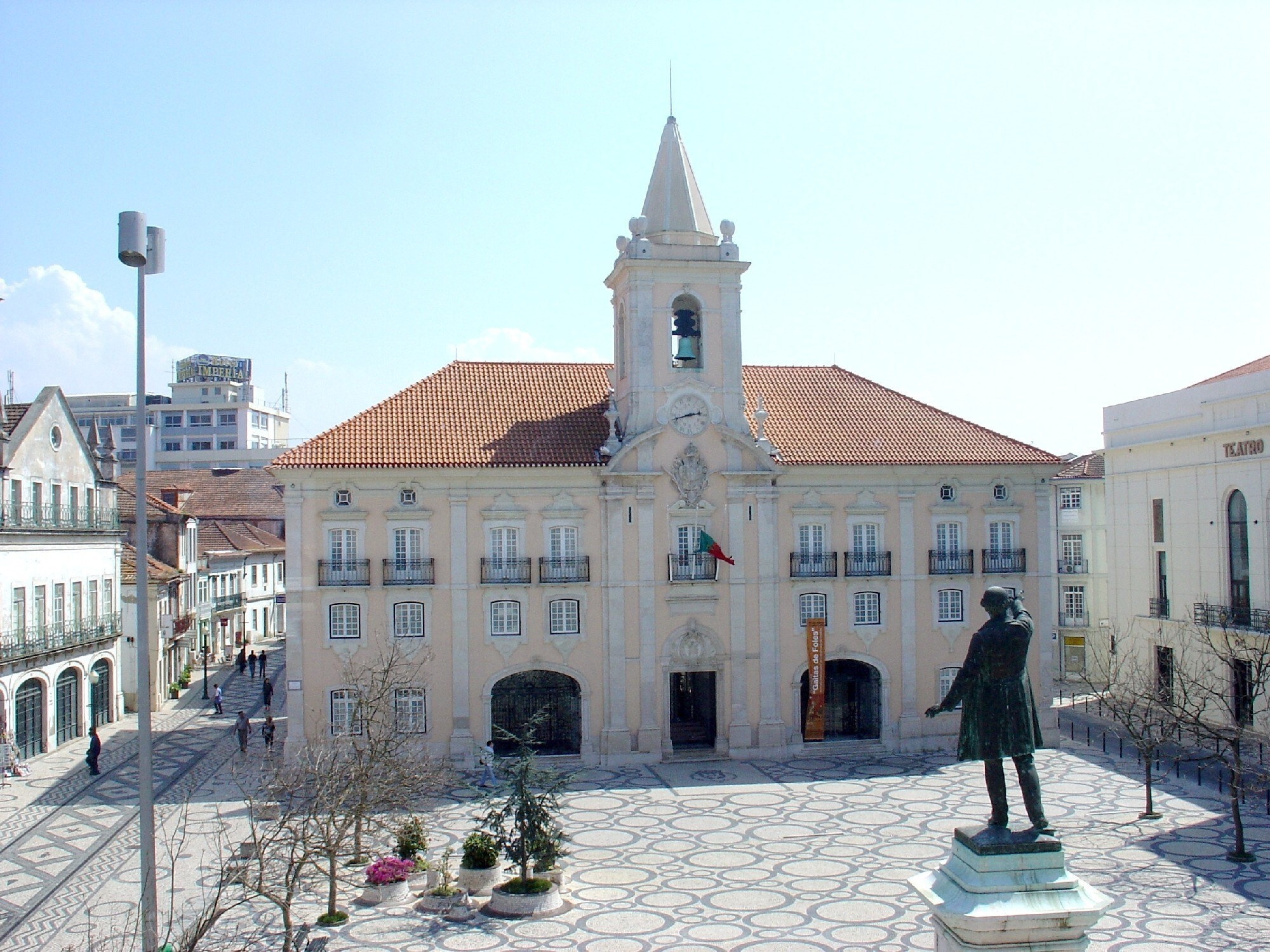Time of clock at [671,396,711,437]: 2:42
